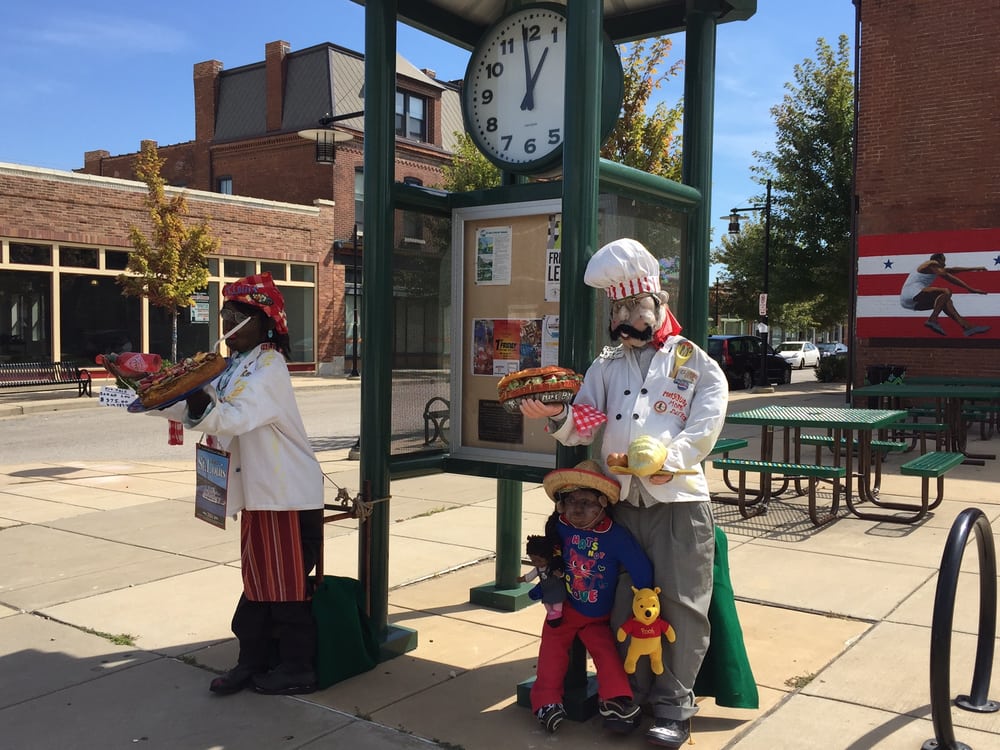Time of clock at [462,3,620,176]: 12:58
